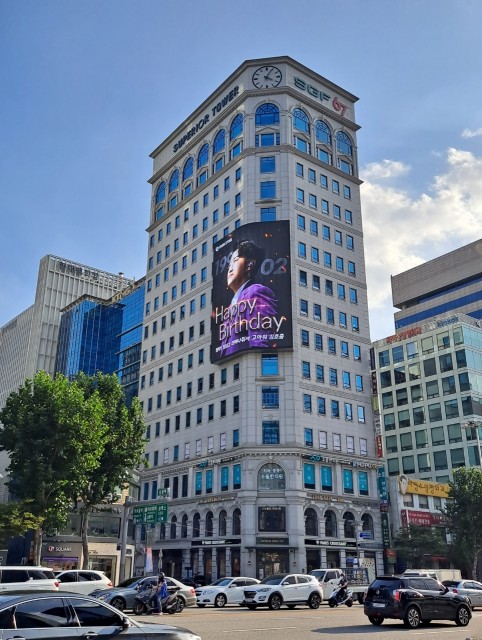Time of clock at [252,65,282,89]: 4:04
